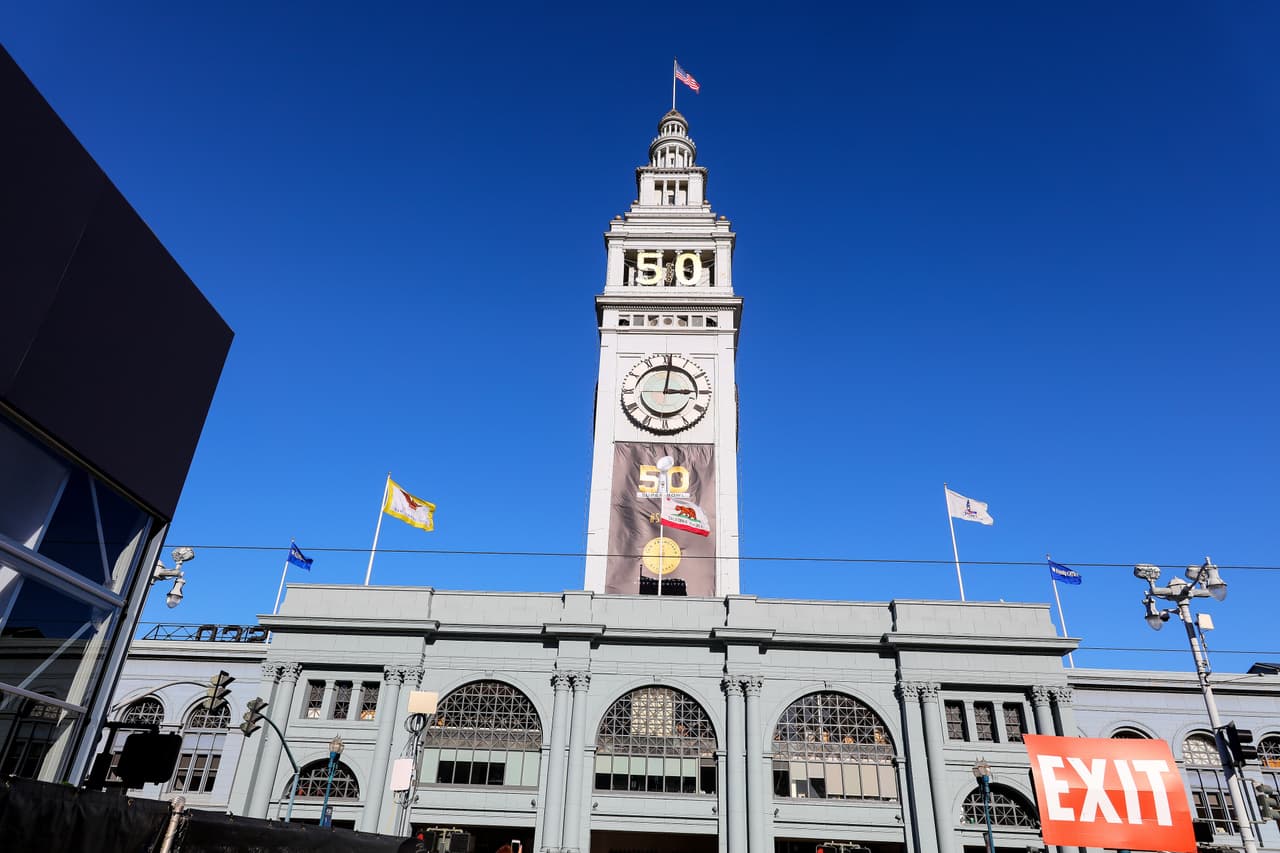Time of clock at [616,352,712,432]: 3:01
